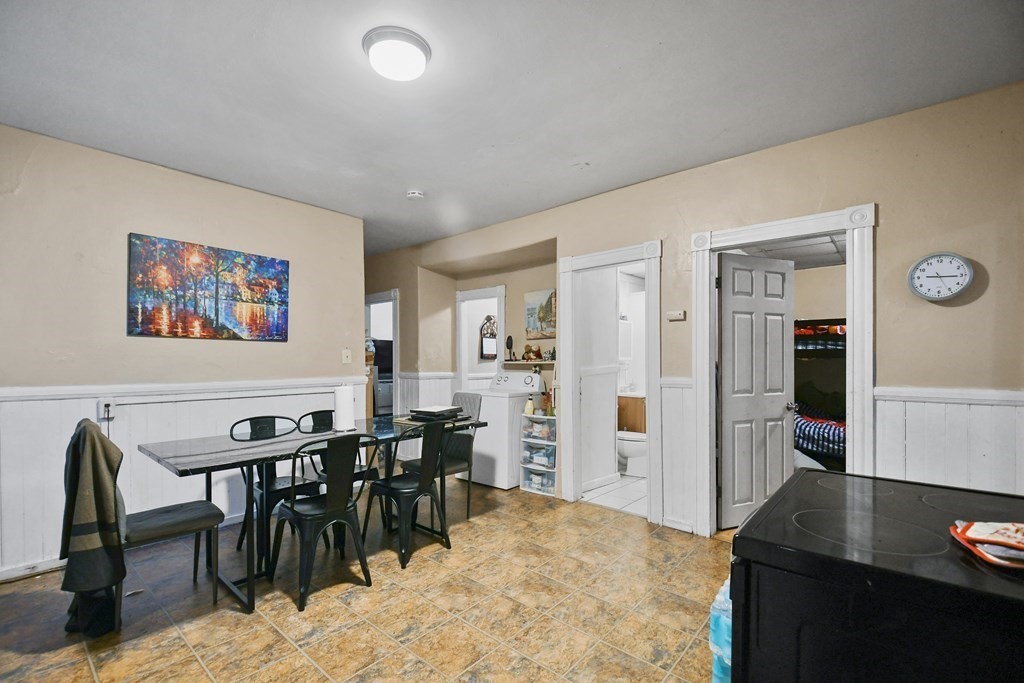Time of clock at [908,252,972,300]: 9:15
